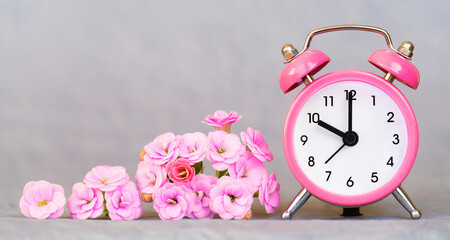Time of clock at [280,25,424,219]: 10:00
